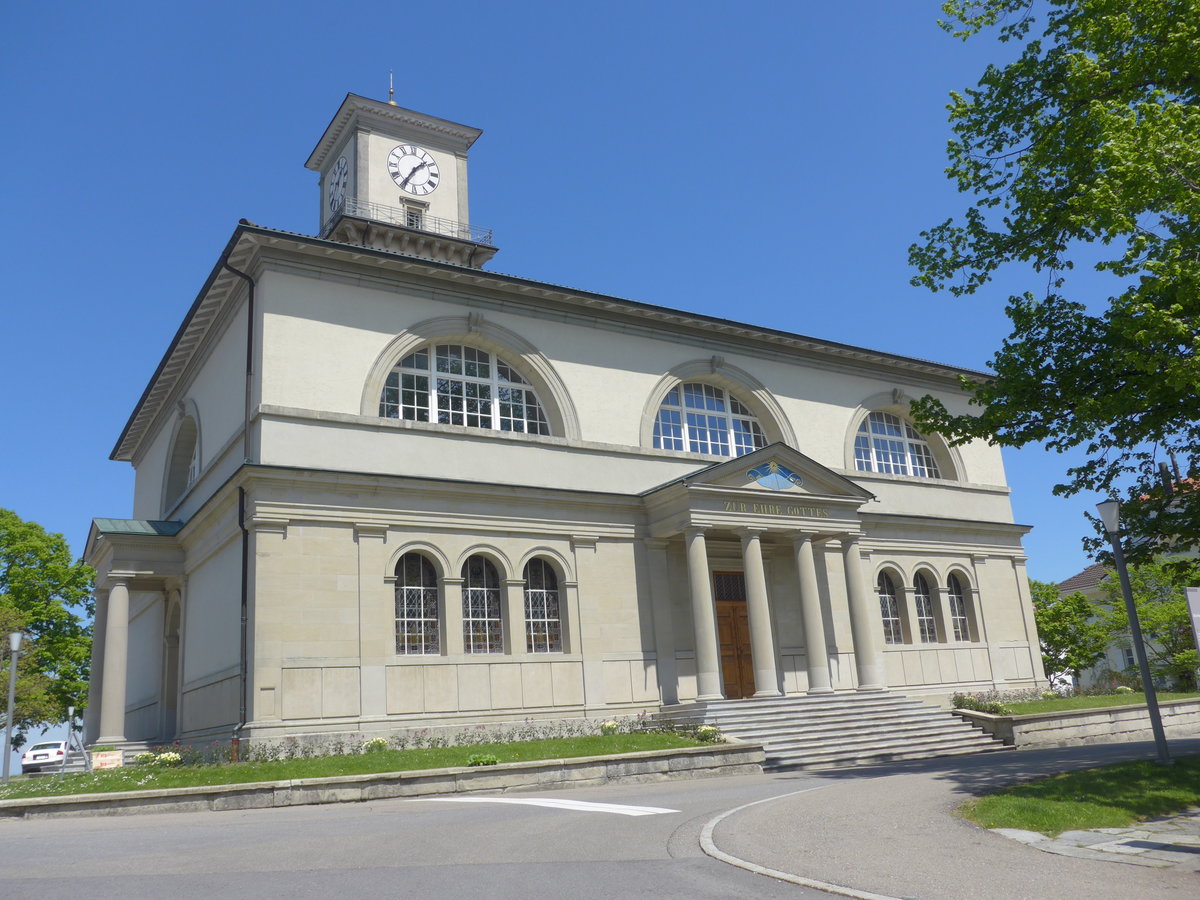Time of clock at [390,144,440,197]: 1:35
